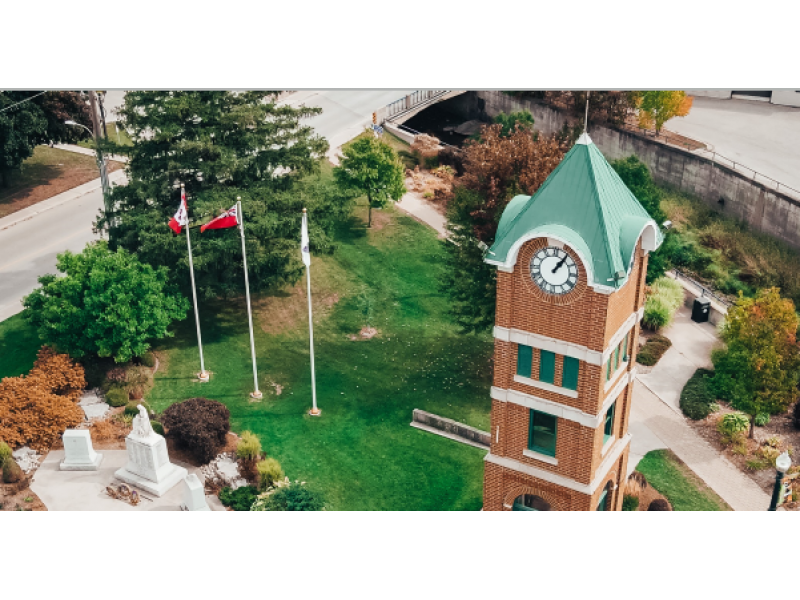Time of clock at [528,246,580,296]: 1:05
